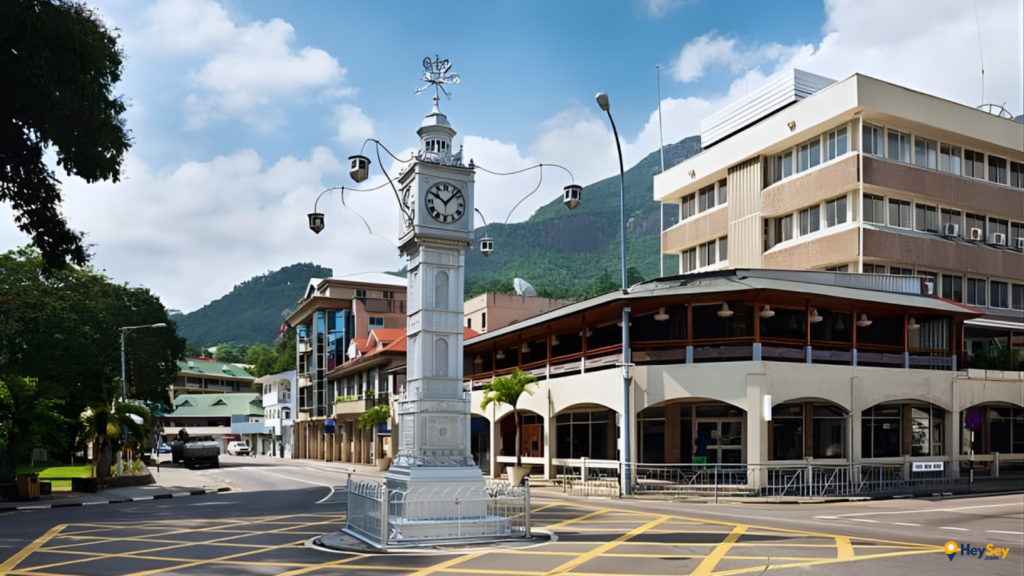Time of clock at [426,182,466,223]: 10:07
